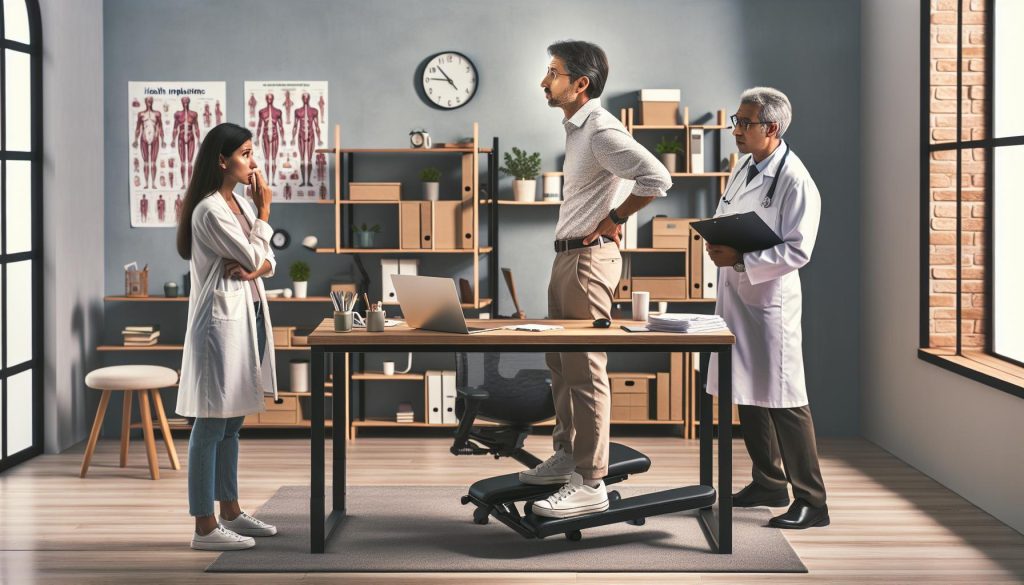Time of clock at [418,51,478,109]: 10:45
